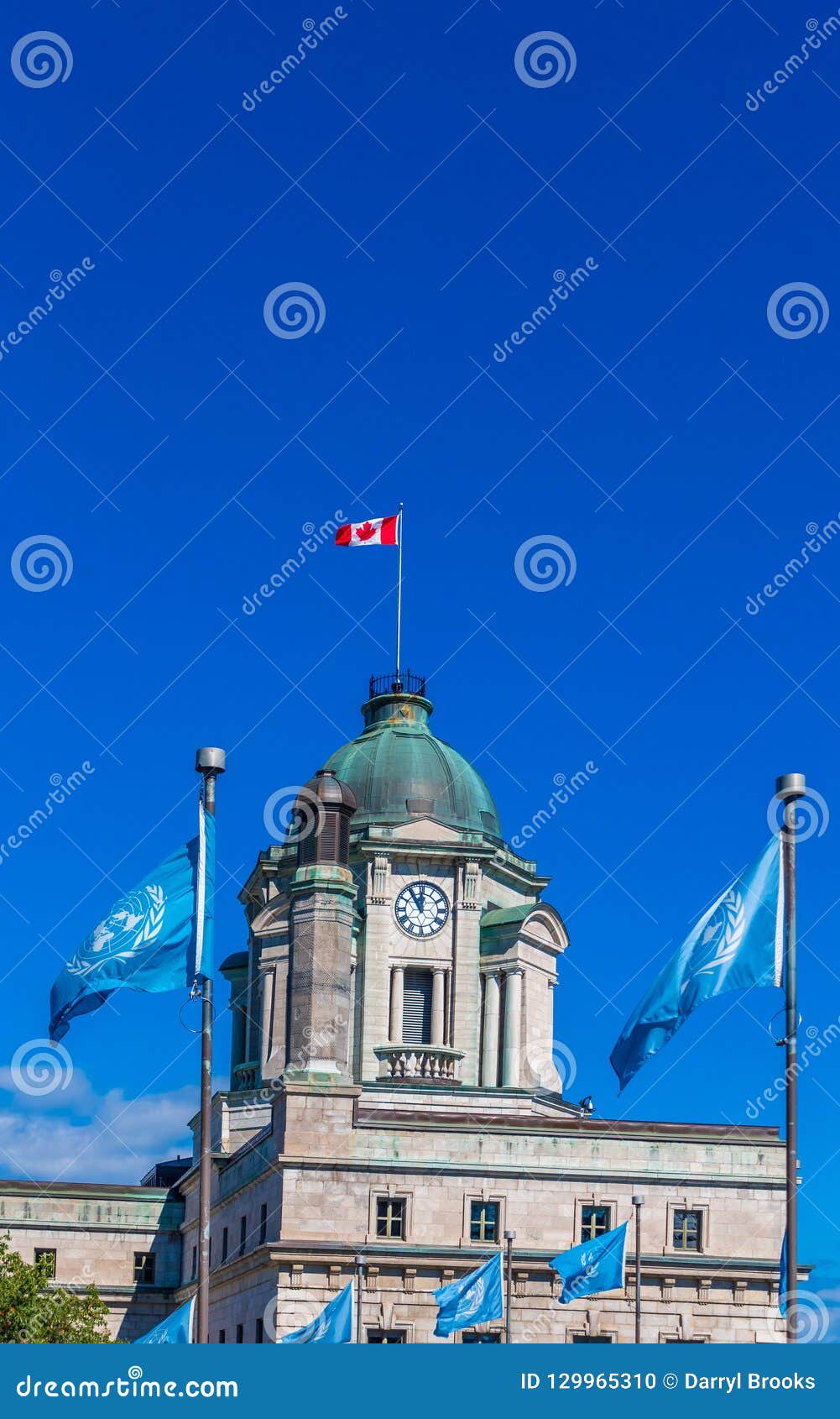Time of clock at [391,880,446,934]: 11:55
